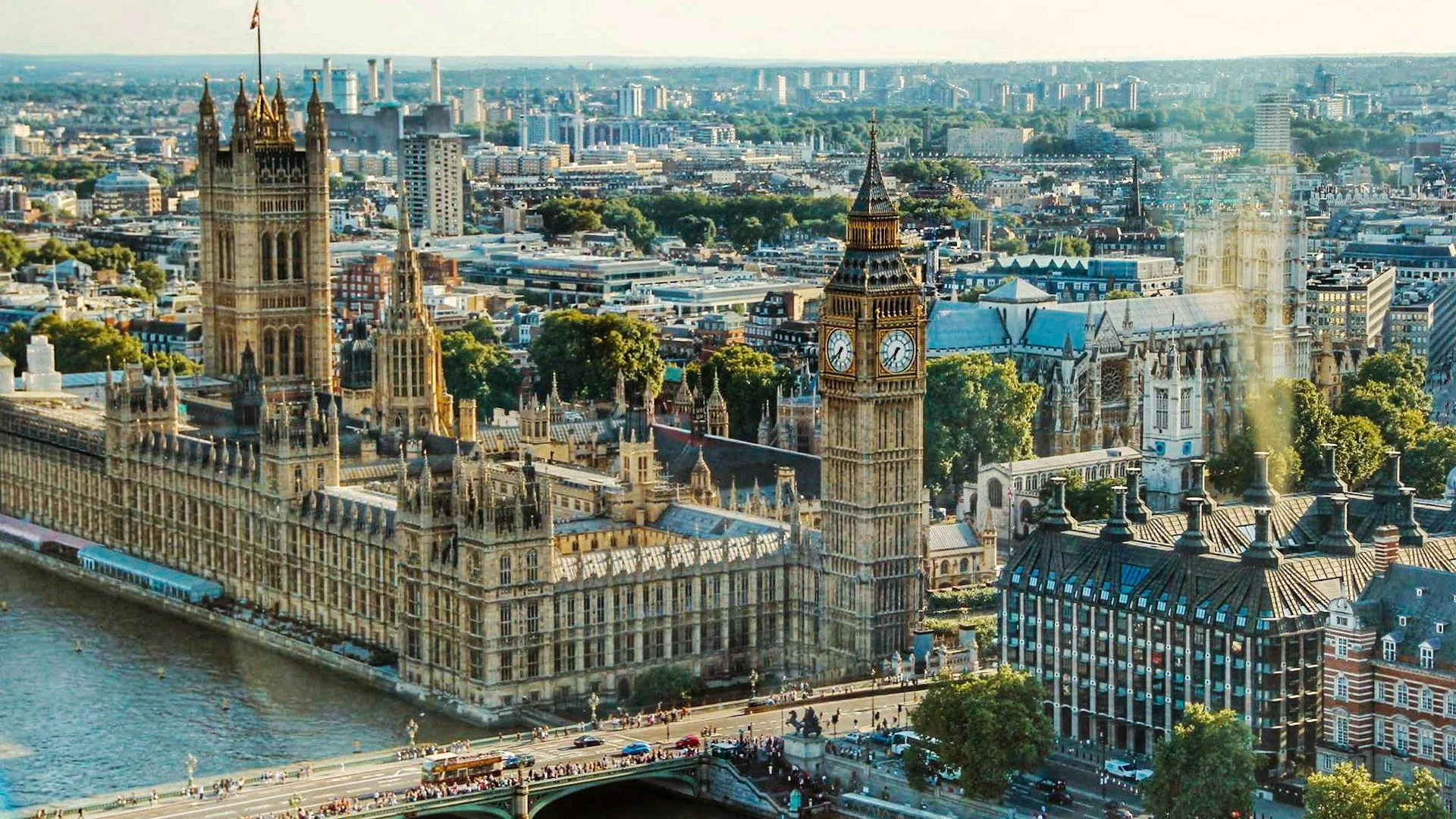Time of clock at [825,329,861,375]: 6:38
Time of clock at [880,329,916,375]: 6:37
